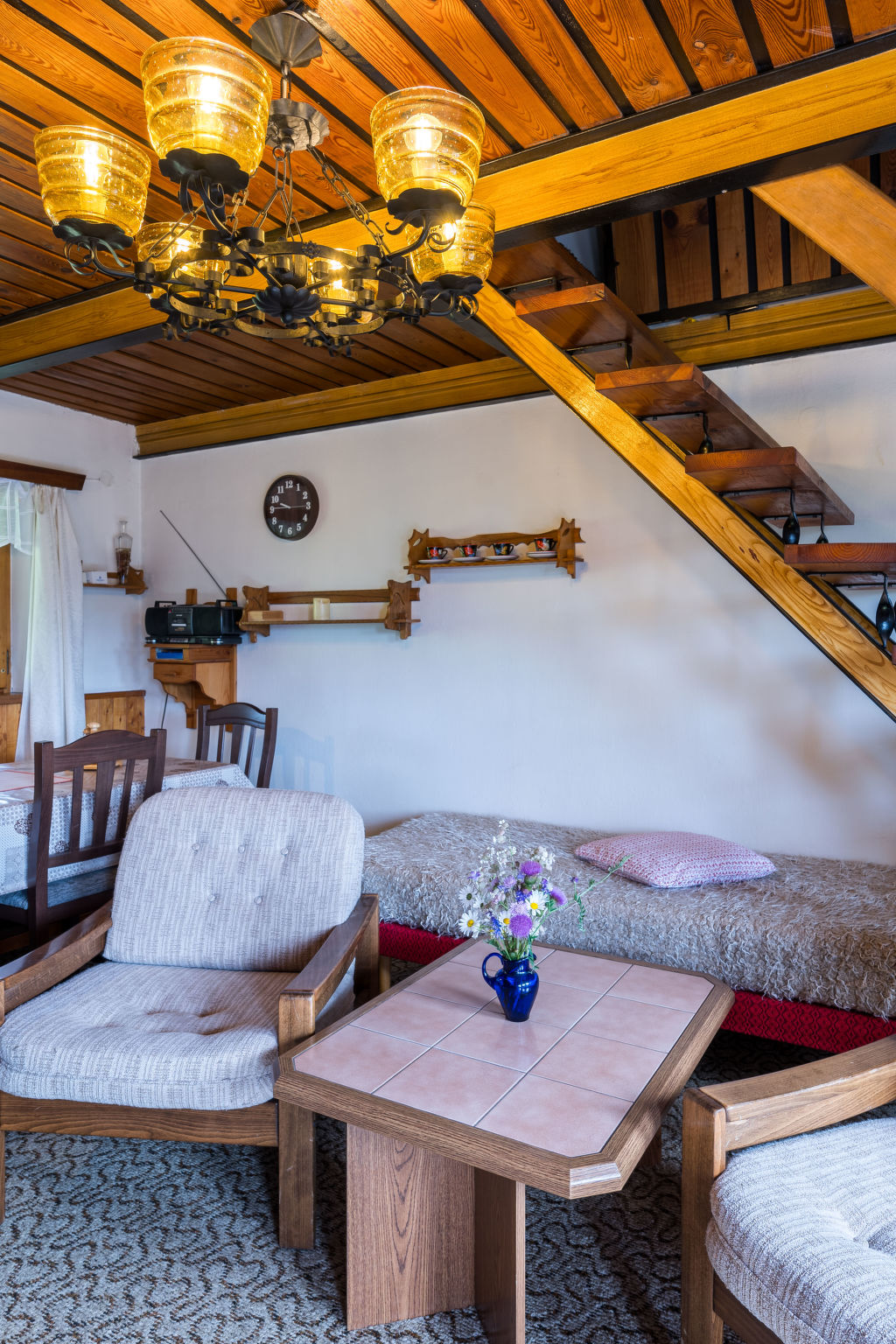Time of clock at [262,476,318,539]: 9:45
